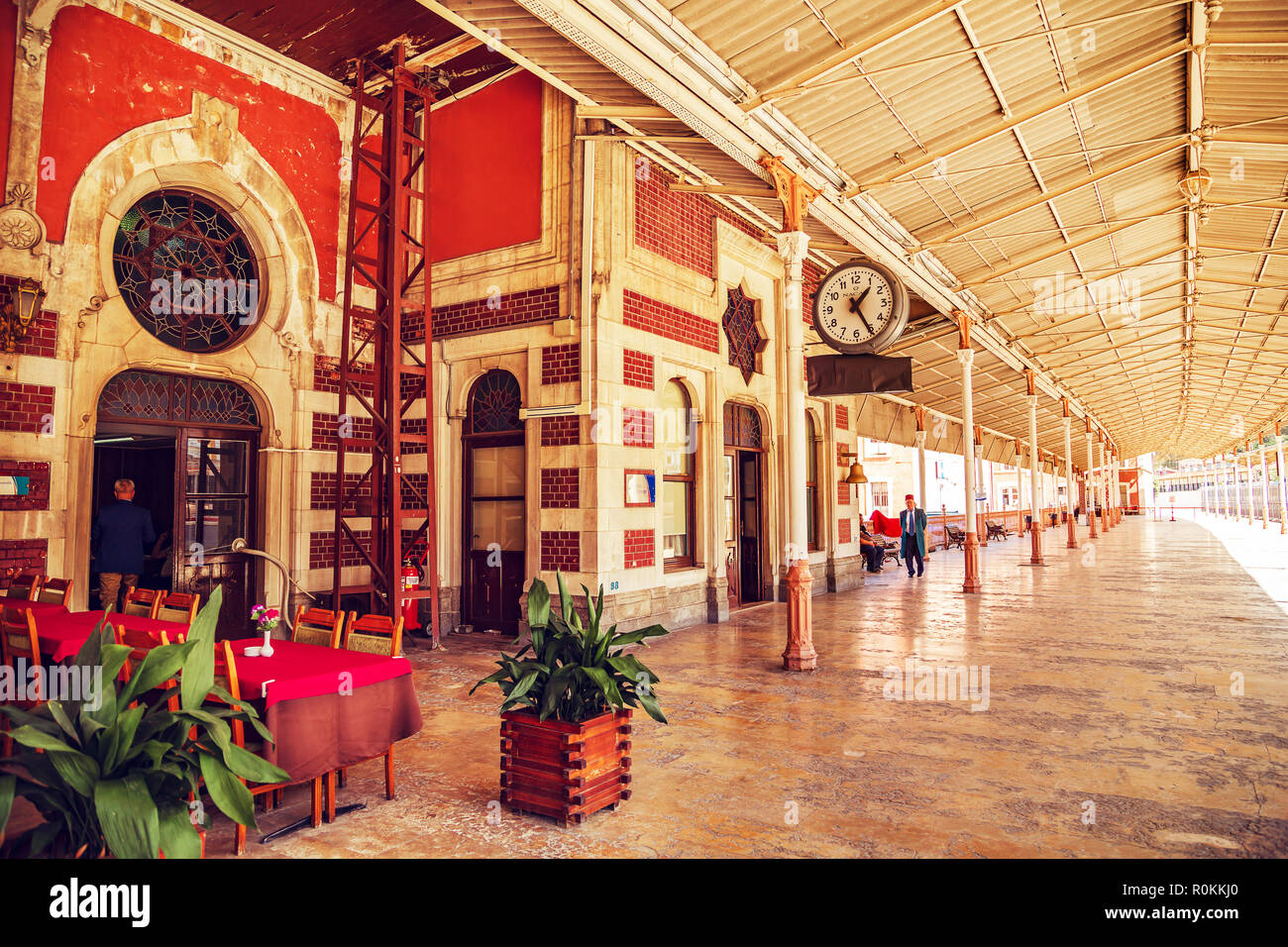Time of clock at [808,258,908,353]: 1:25
